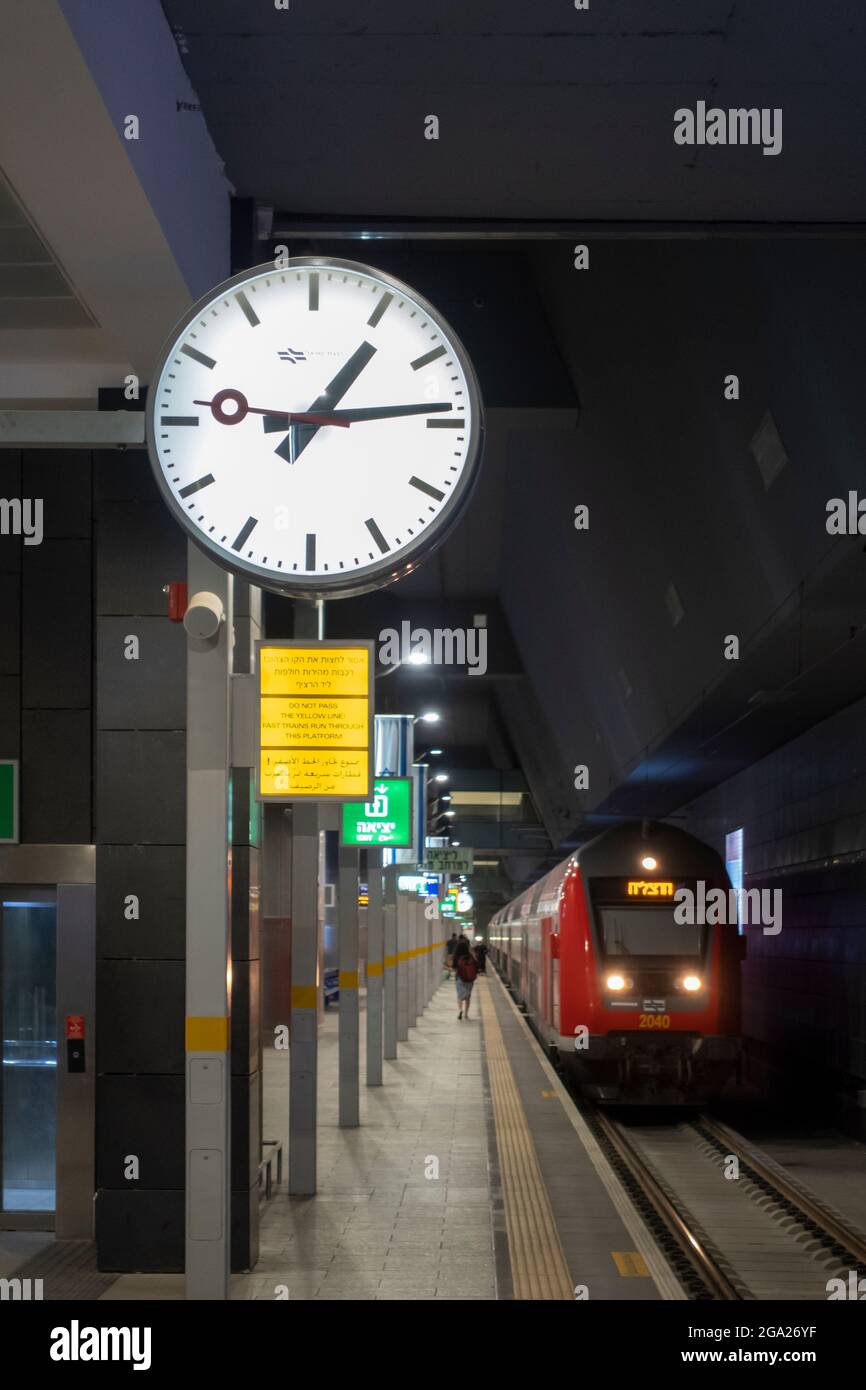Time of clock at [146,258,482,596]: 1:13
